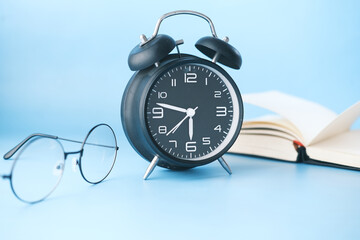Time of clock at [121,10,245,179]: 5:47
